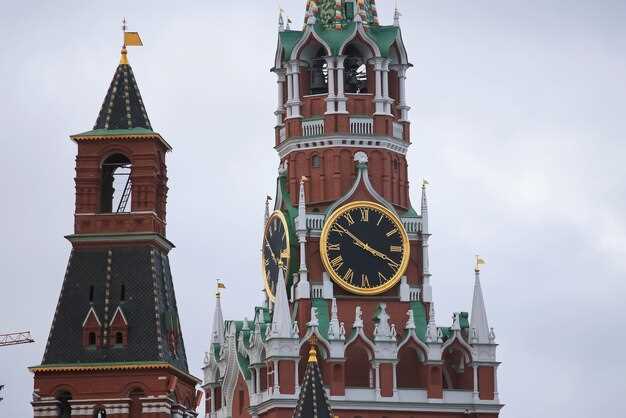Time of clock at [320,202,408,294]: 3:51
